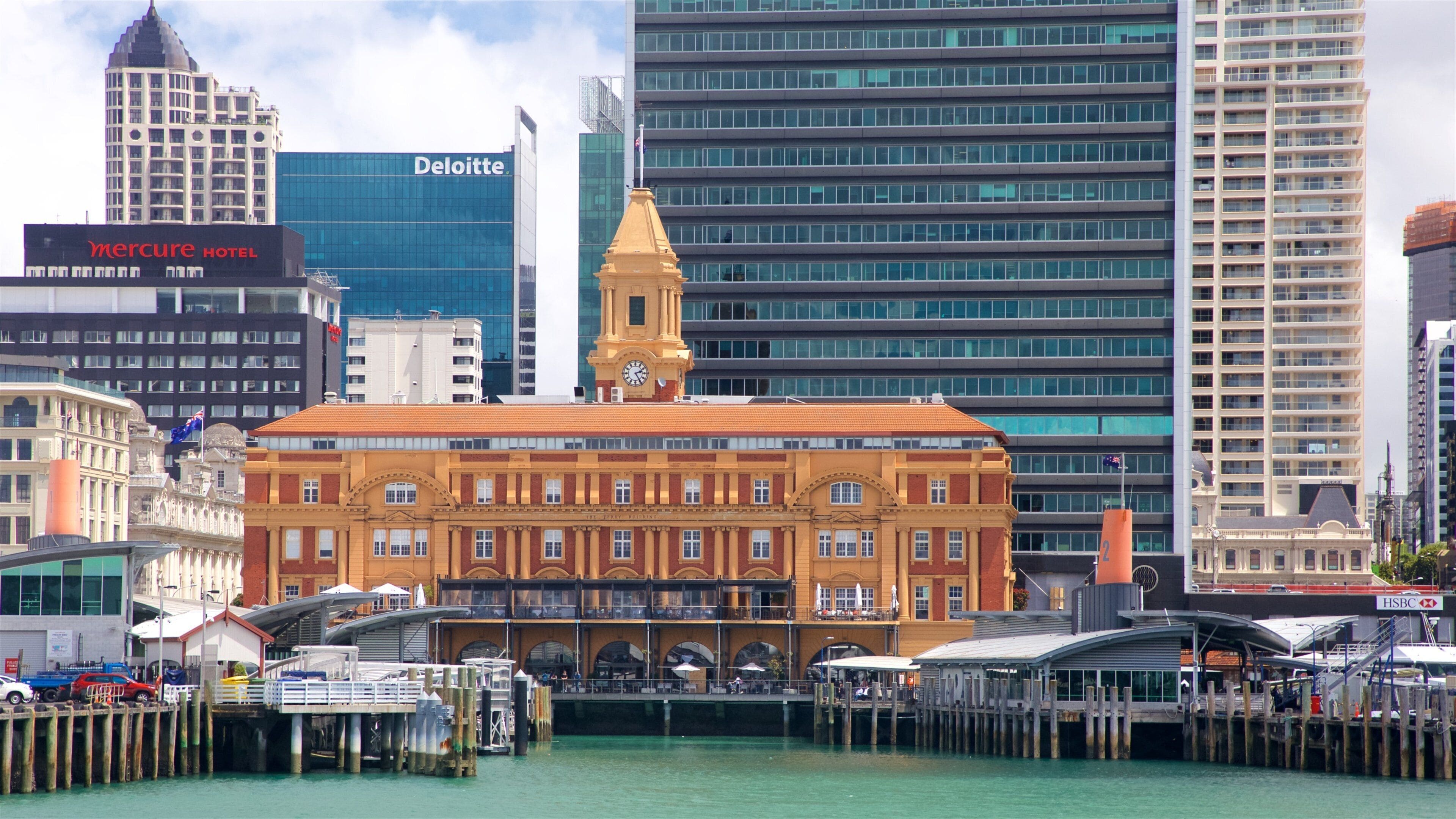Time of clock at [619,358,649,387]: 2:24
